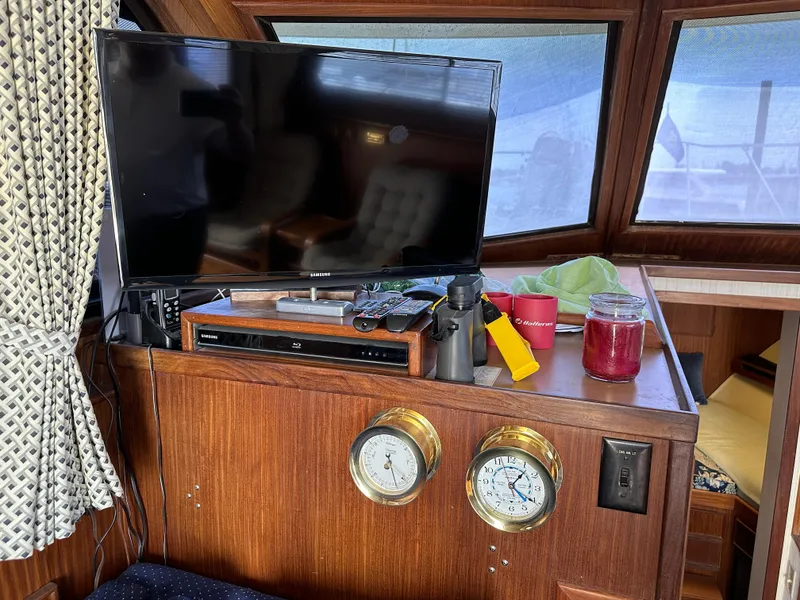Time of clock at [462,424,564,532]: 1:21
